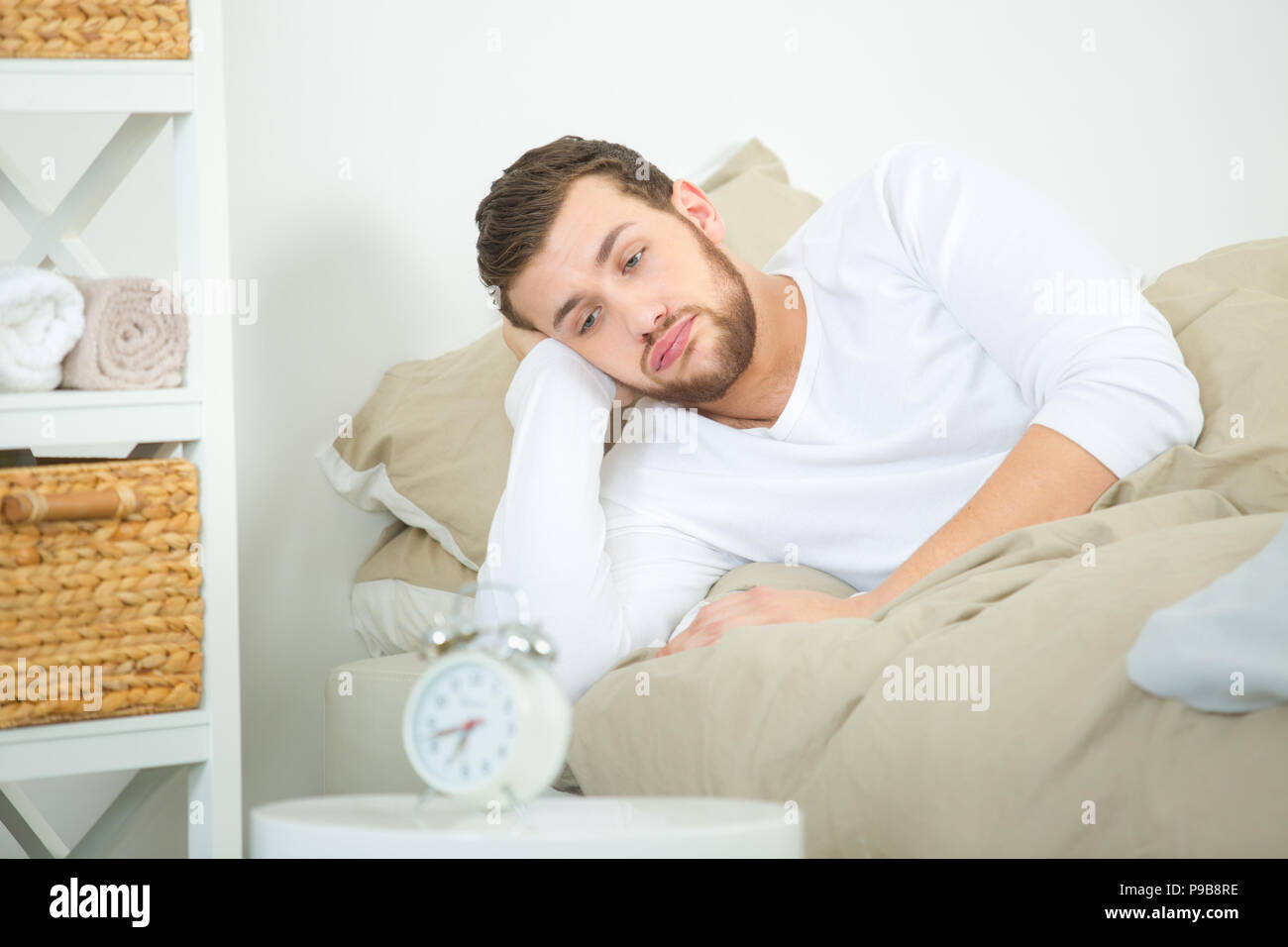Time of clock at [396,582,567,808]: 6:42
